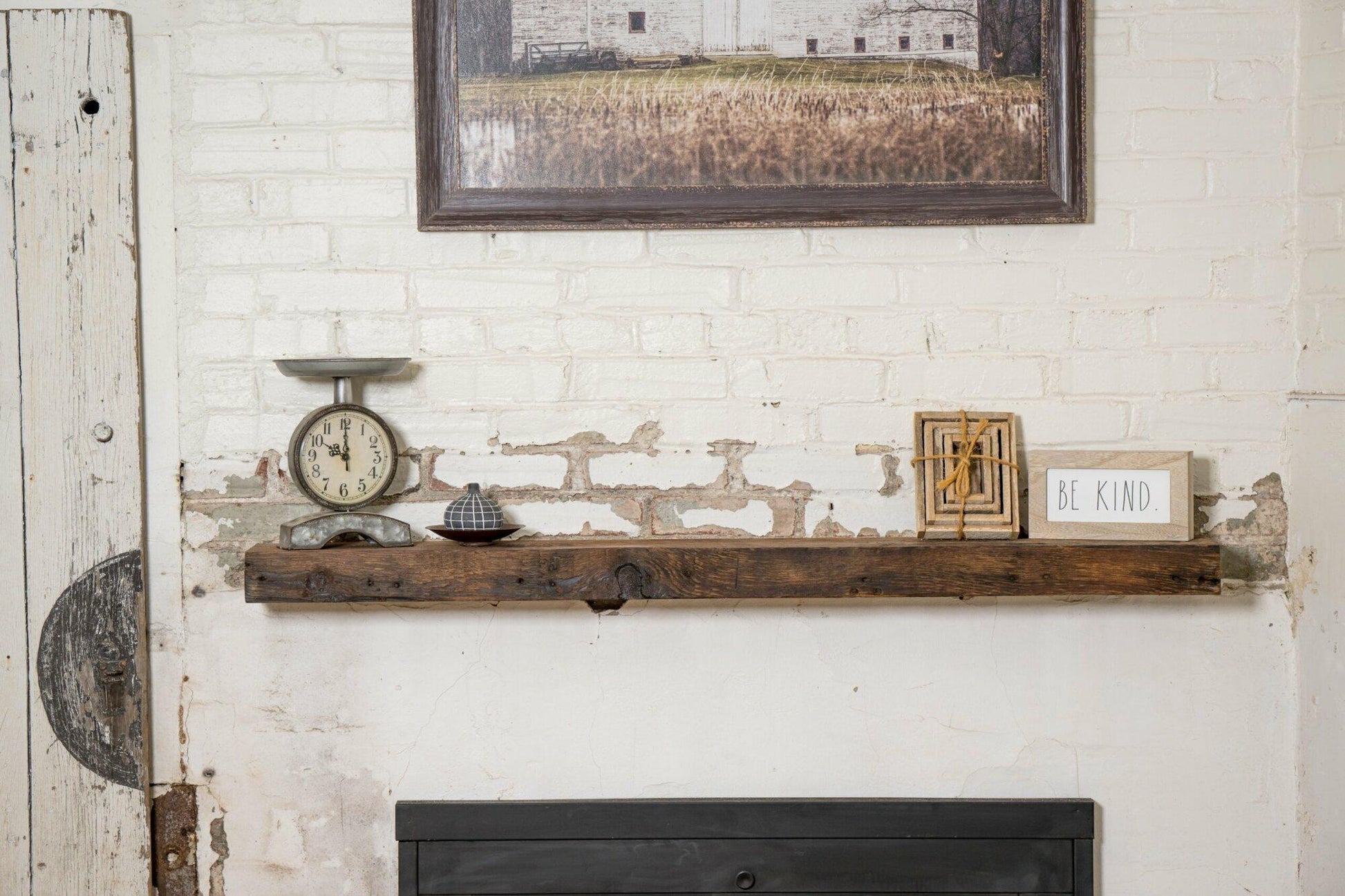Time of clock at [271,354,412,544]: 9:59
